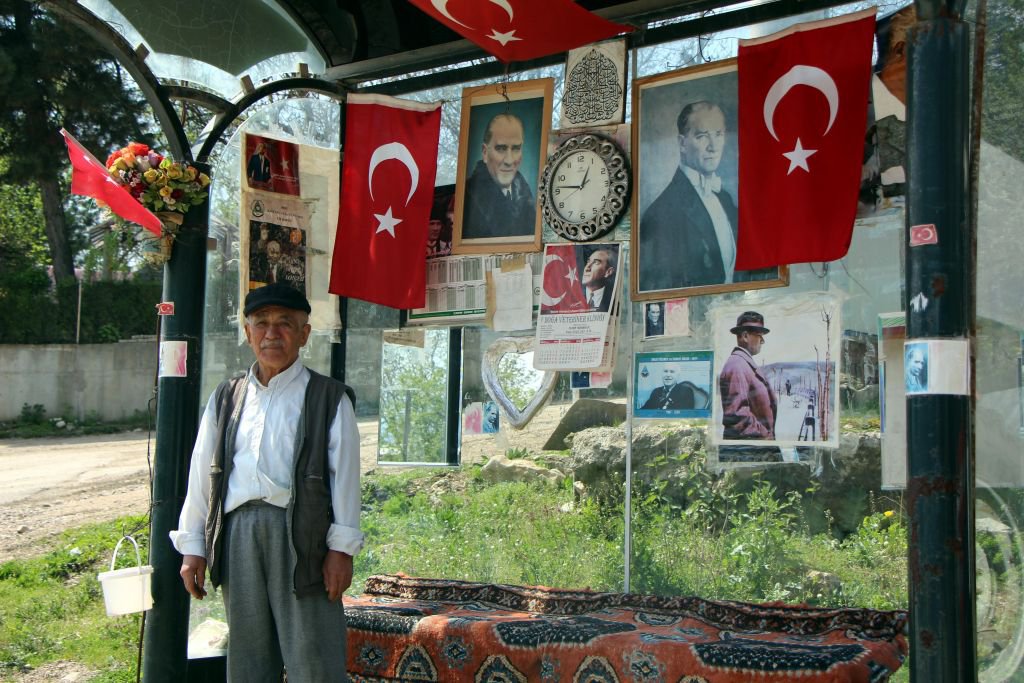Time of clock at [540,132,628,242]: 12:46
